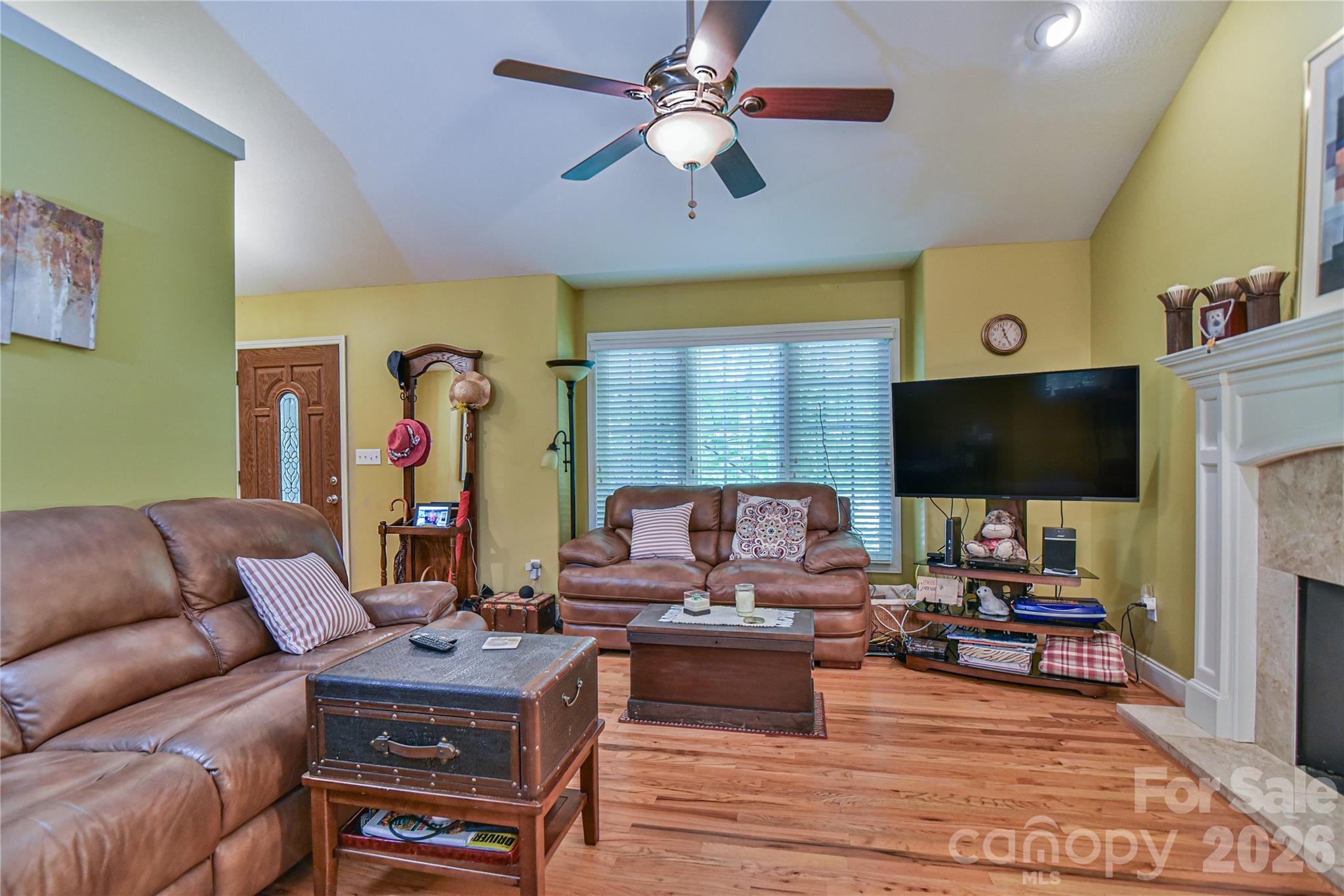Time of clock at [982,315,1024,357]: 11:25
